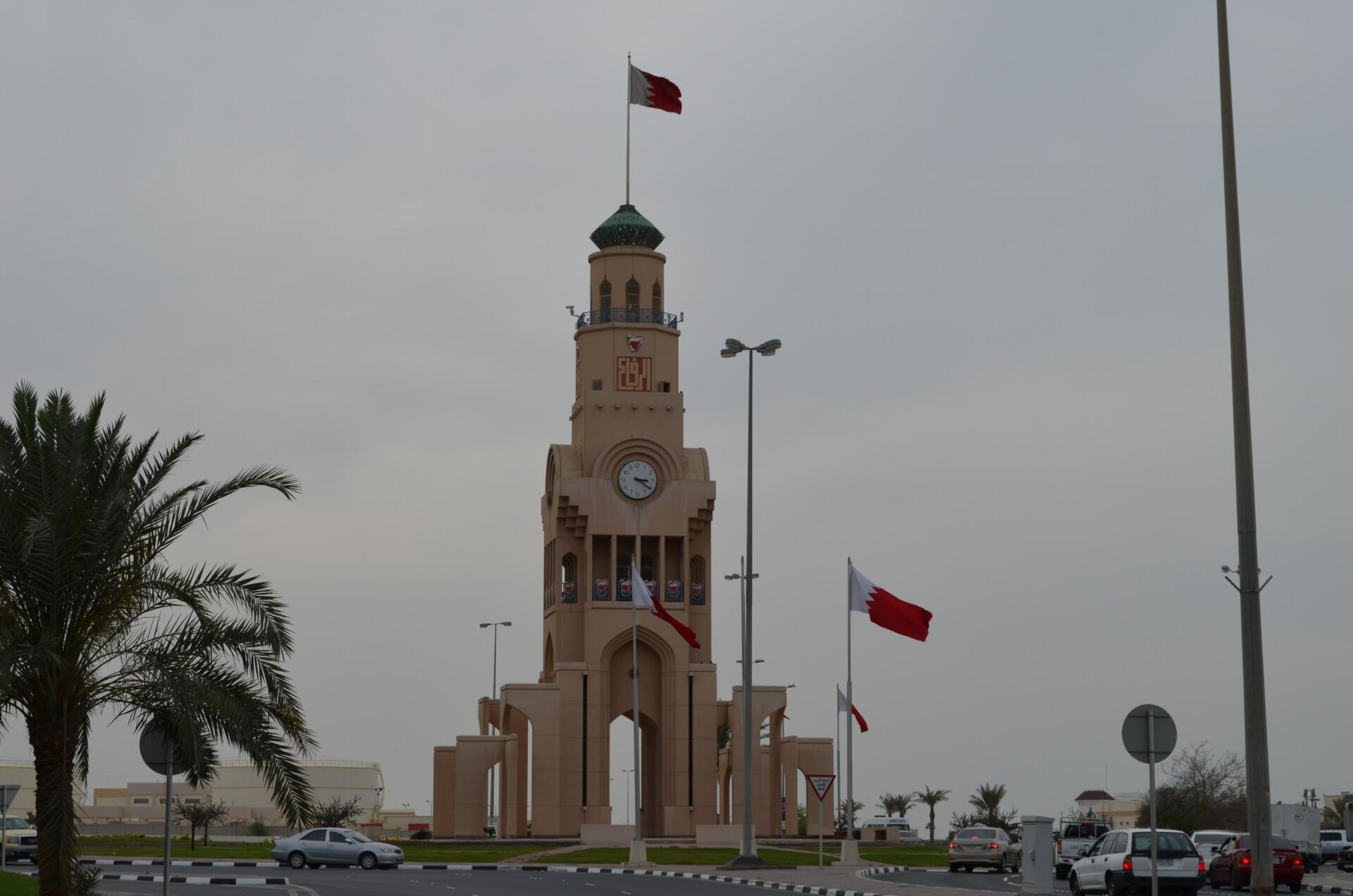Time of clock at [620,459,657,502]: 3:21
